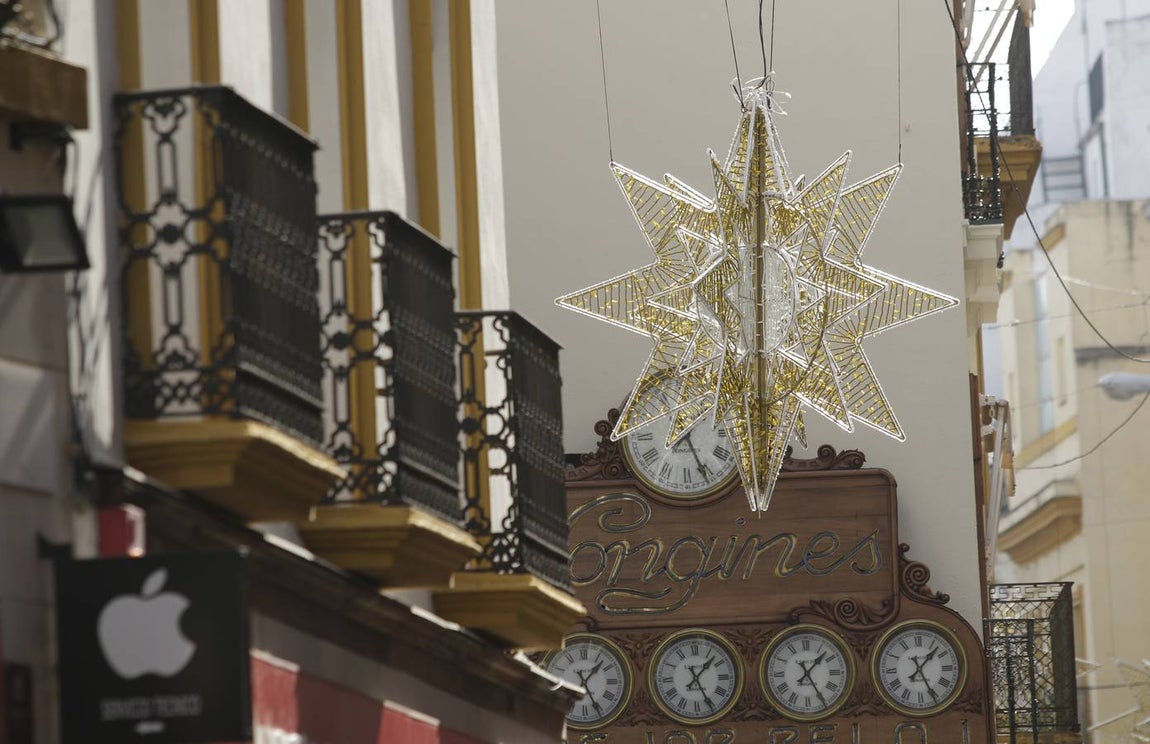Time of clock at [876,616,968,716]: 1:25
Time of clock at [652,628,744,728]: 1:25
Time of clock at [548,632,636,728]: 1:25
